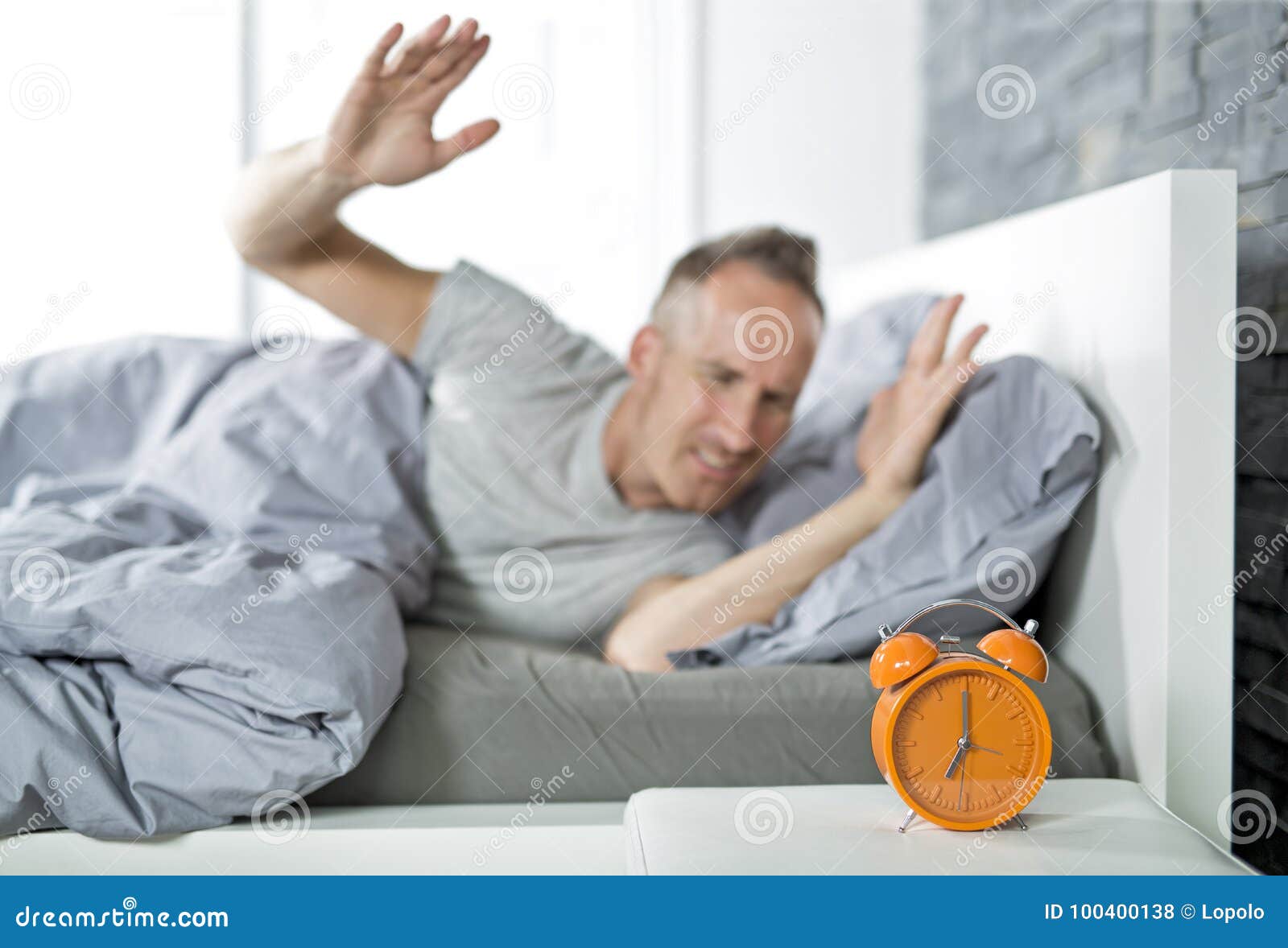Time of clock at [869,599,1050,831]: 7:00
